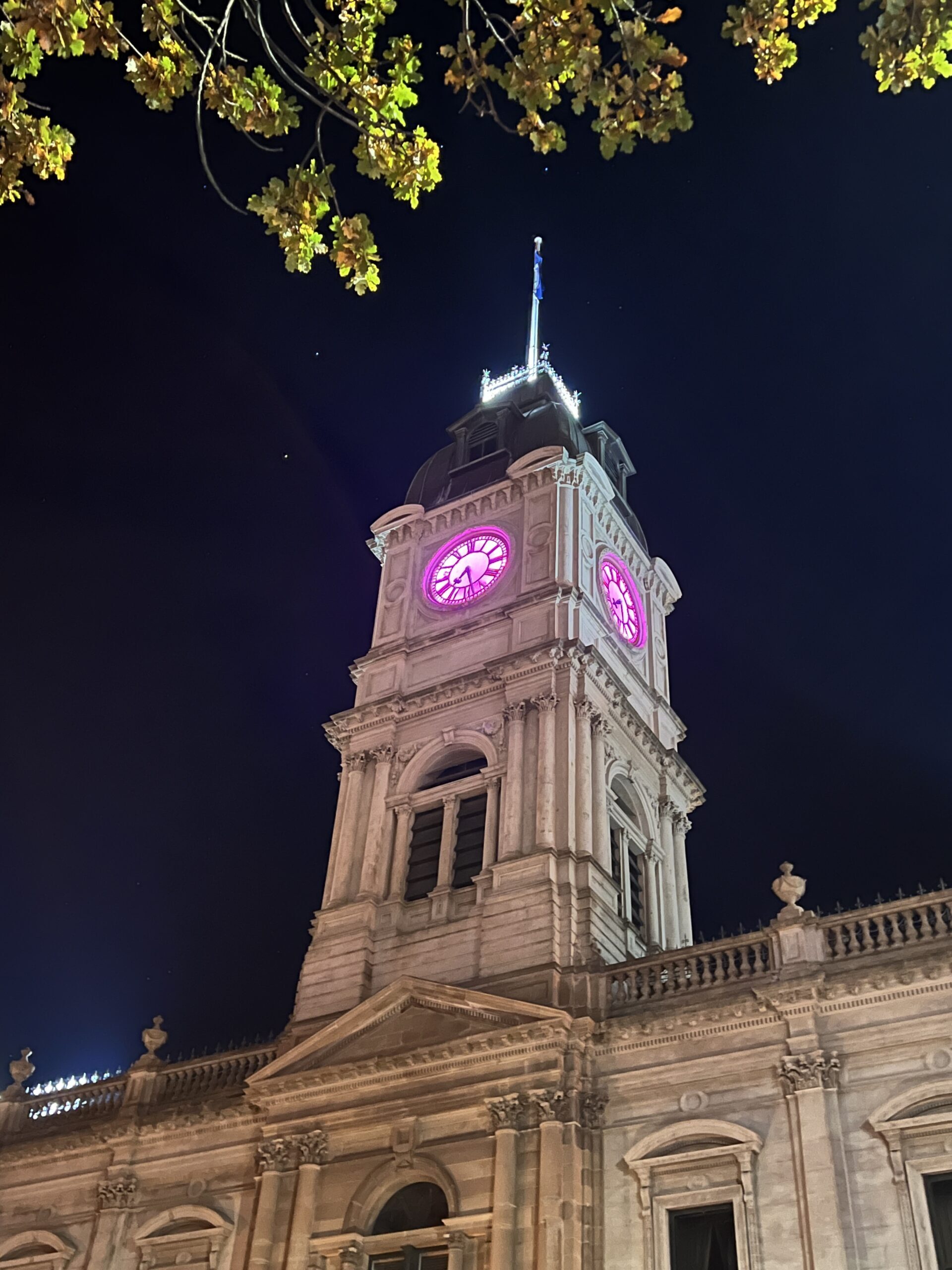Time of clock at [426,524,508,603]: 7:28
